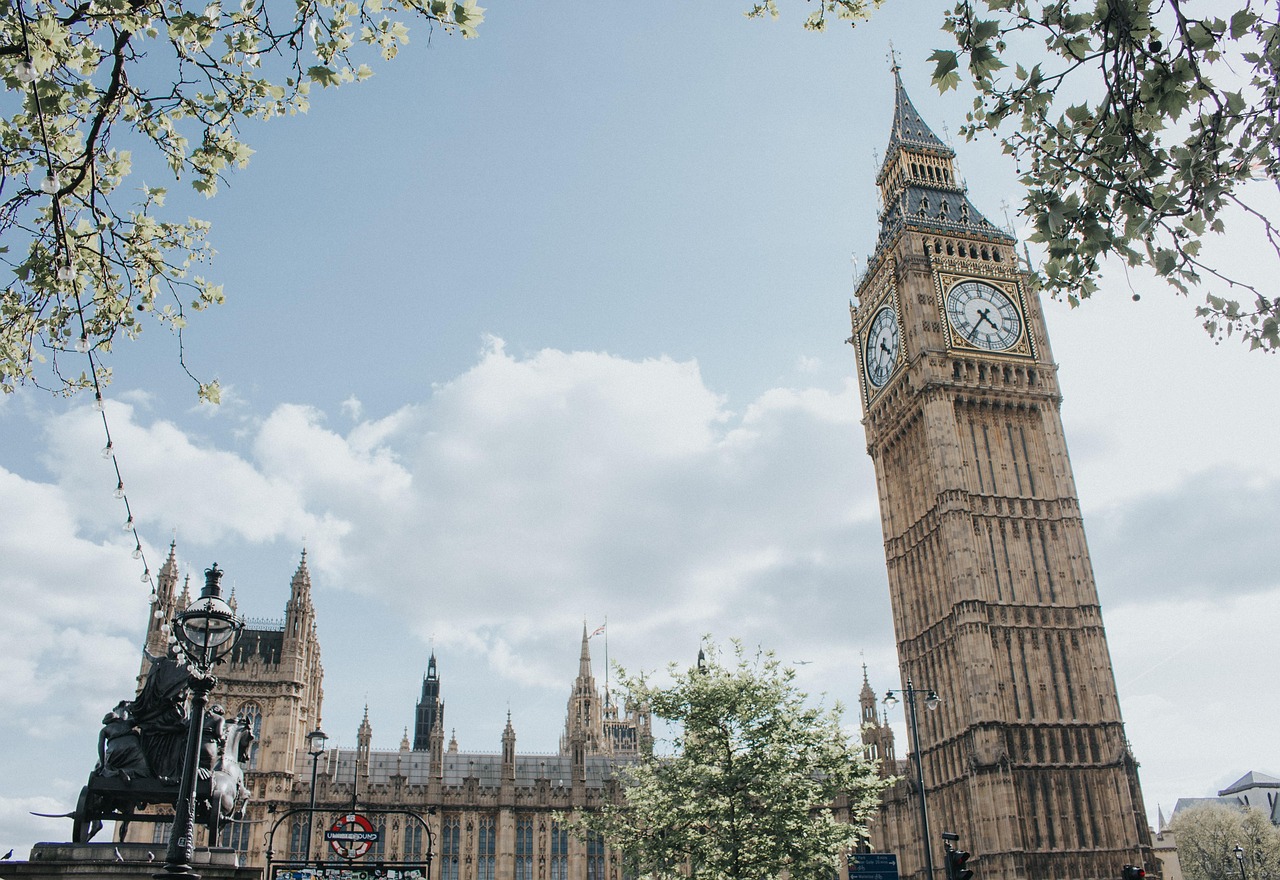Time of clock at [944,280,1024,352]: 4:36
